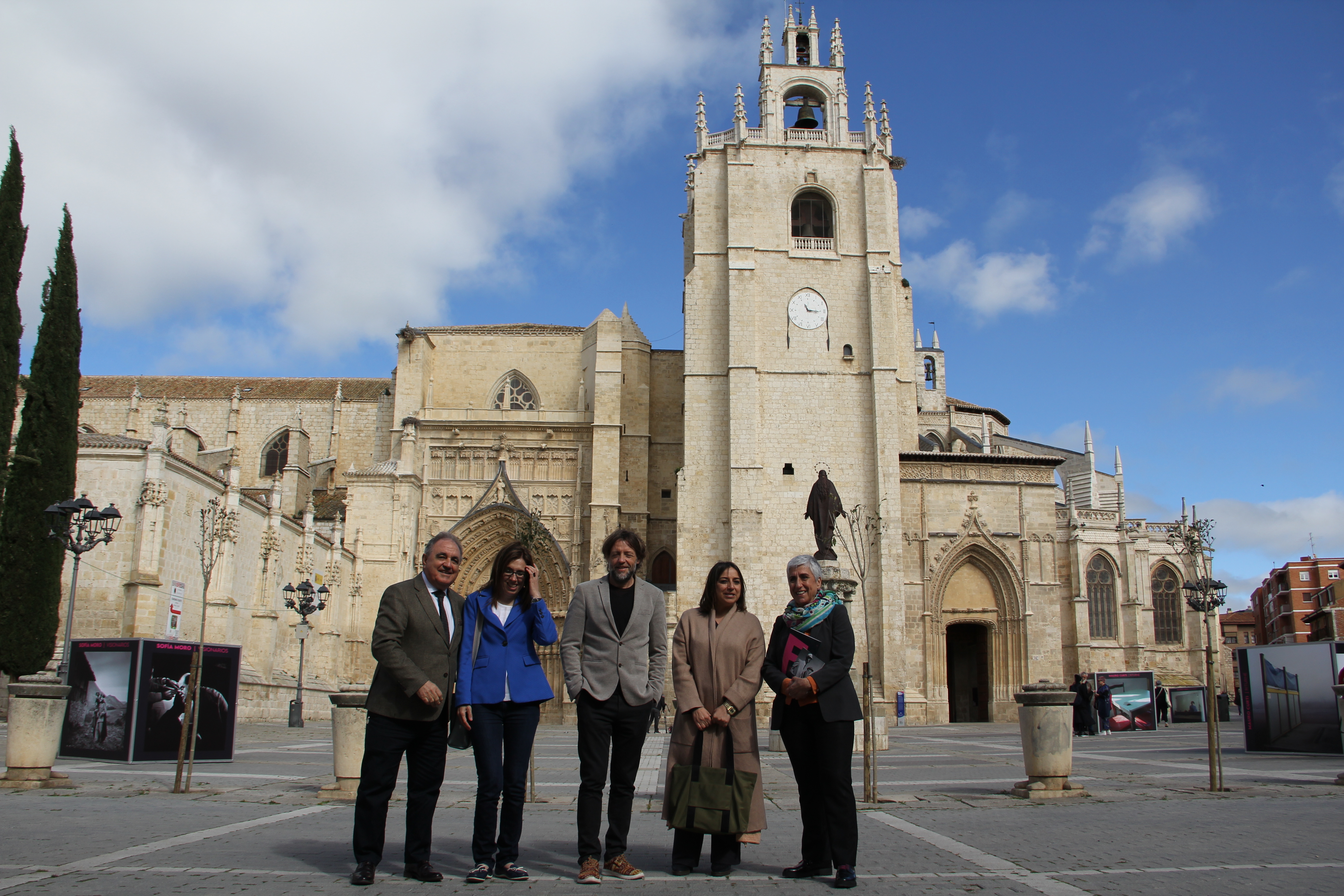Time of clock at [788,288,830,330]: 11:15
